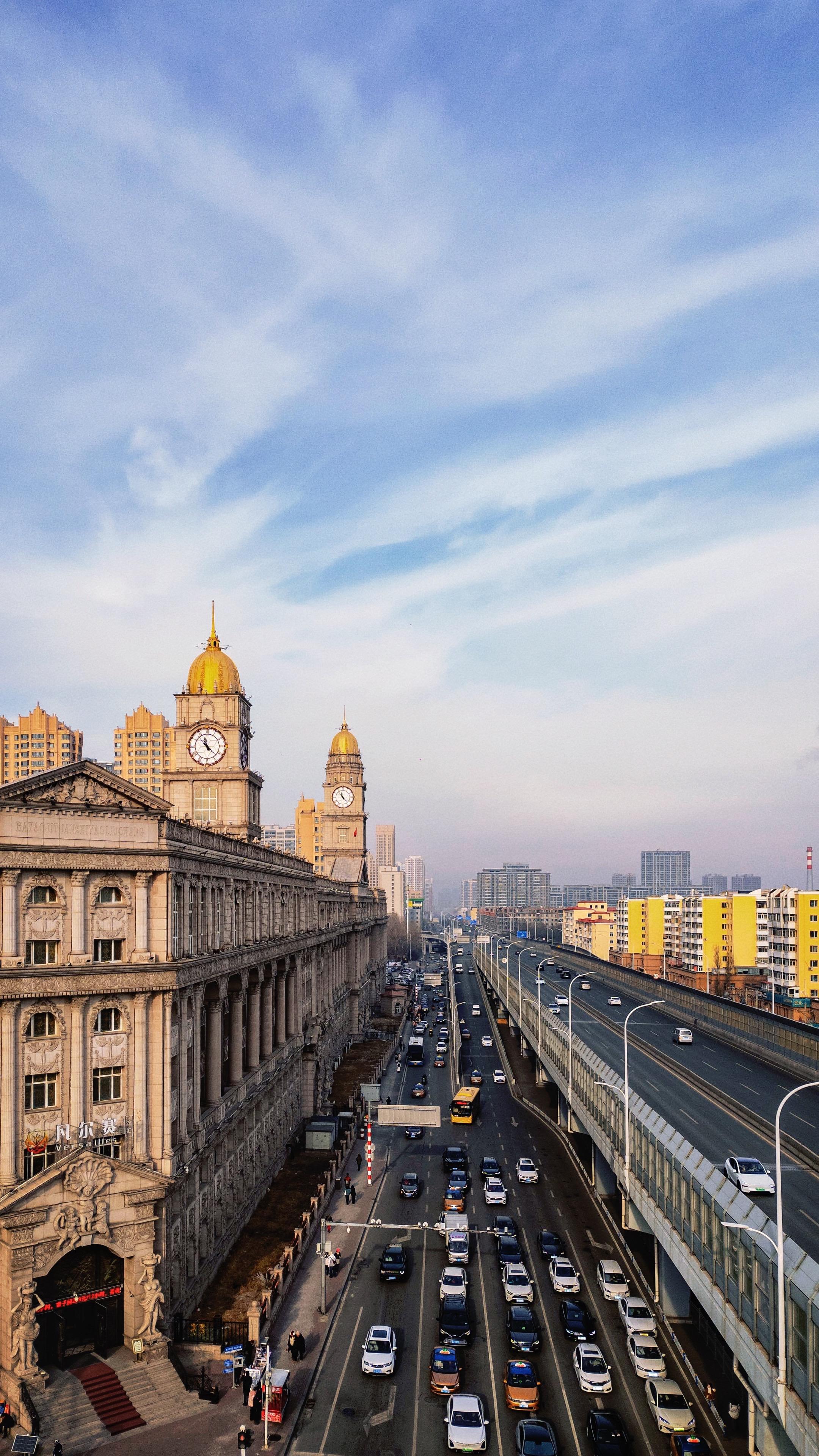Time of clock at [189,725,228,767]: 11:22
